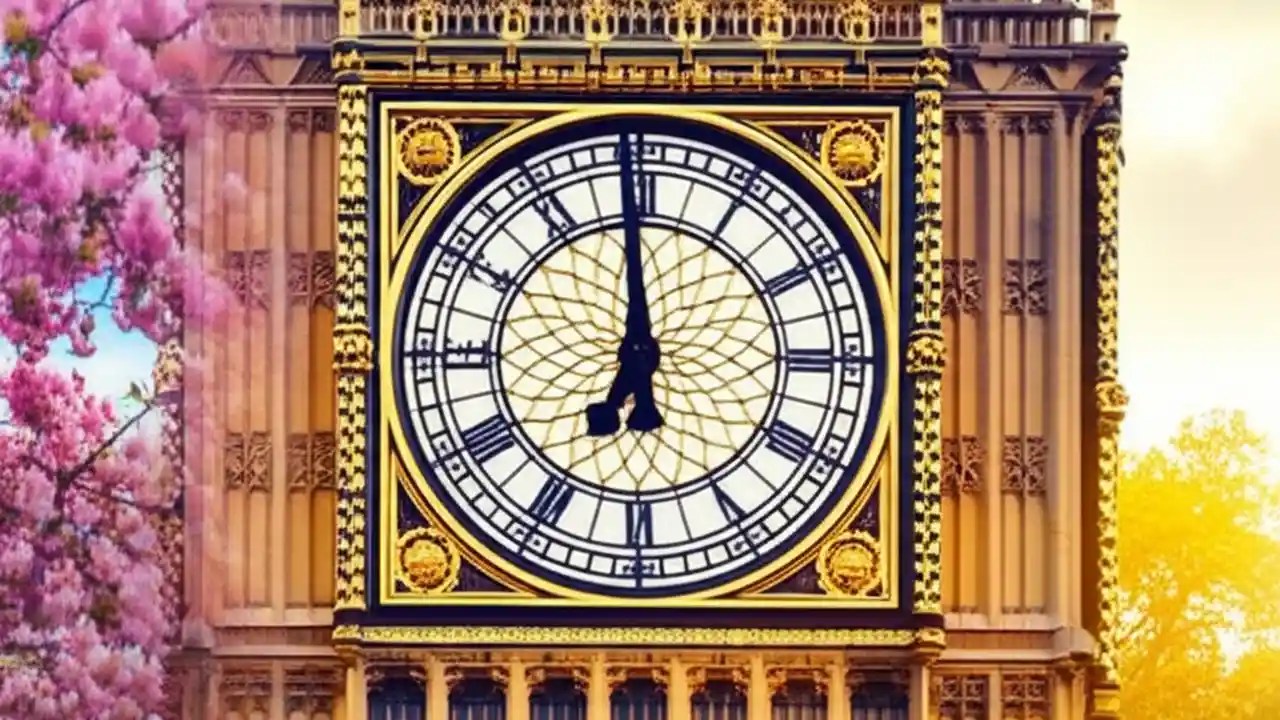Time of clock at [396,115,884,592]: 6:58
